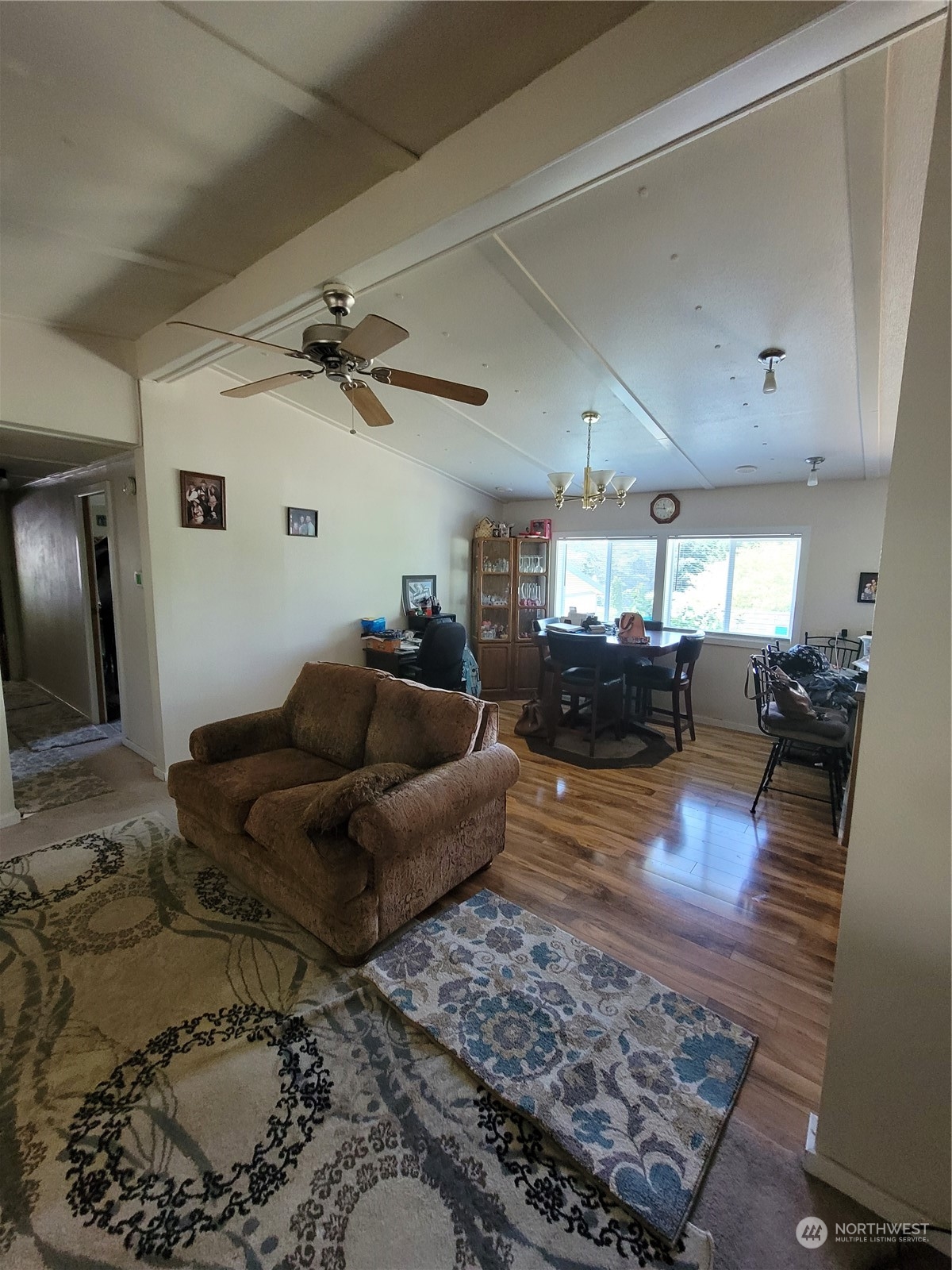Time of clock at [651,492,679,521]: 11:45
